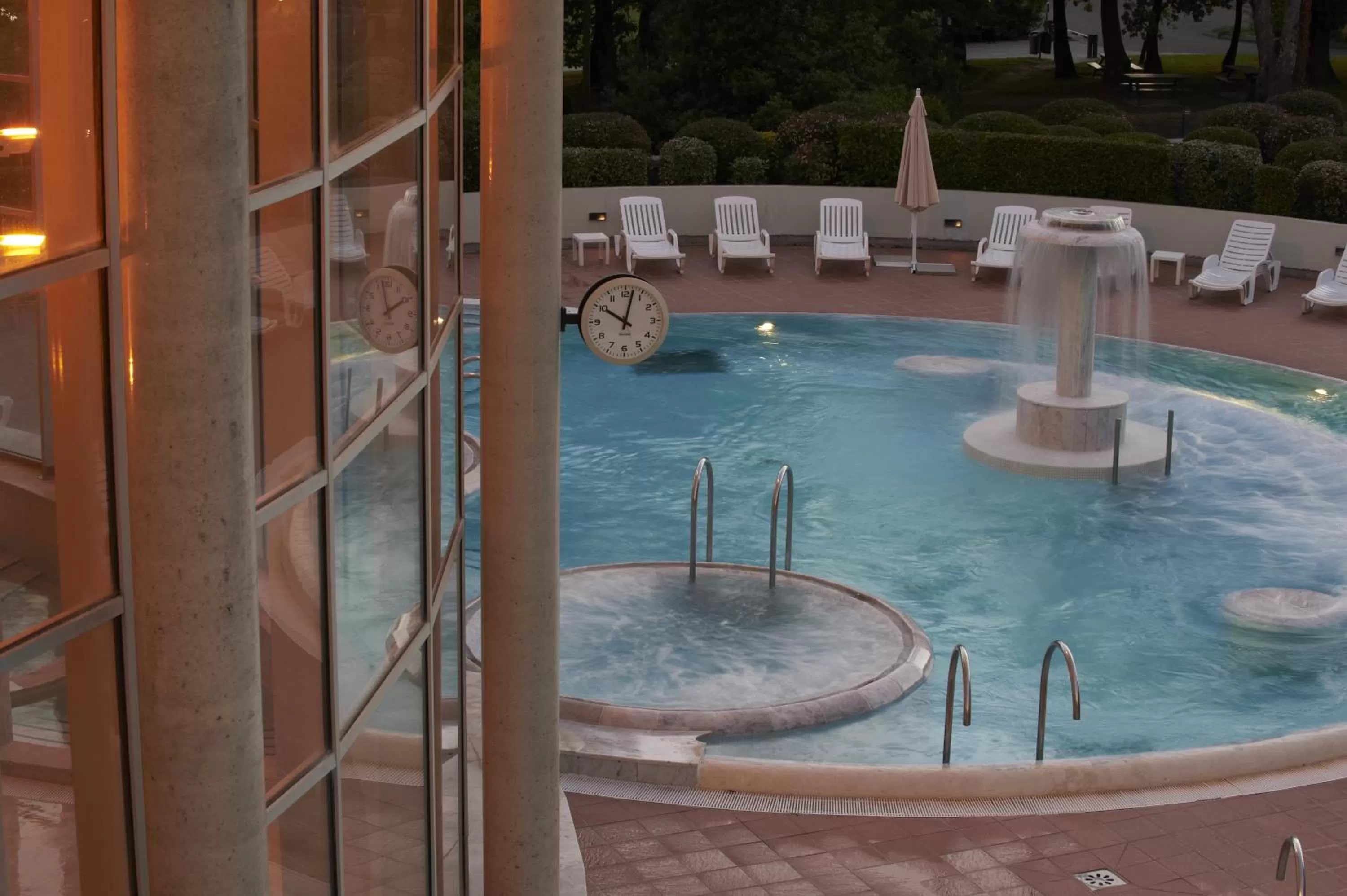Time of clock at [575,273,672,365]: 10:02
